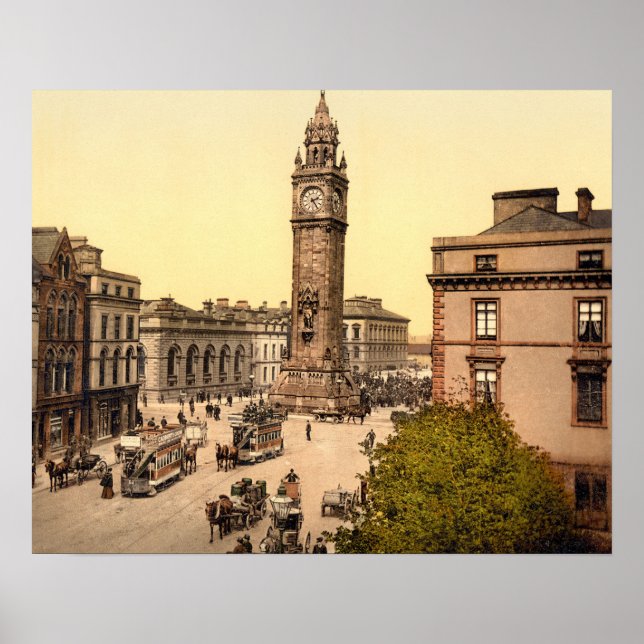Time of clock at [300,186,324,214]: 2:24
